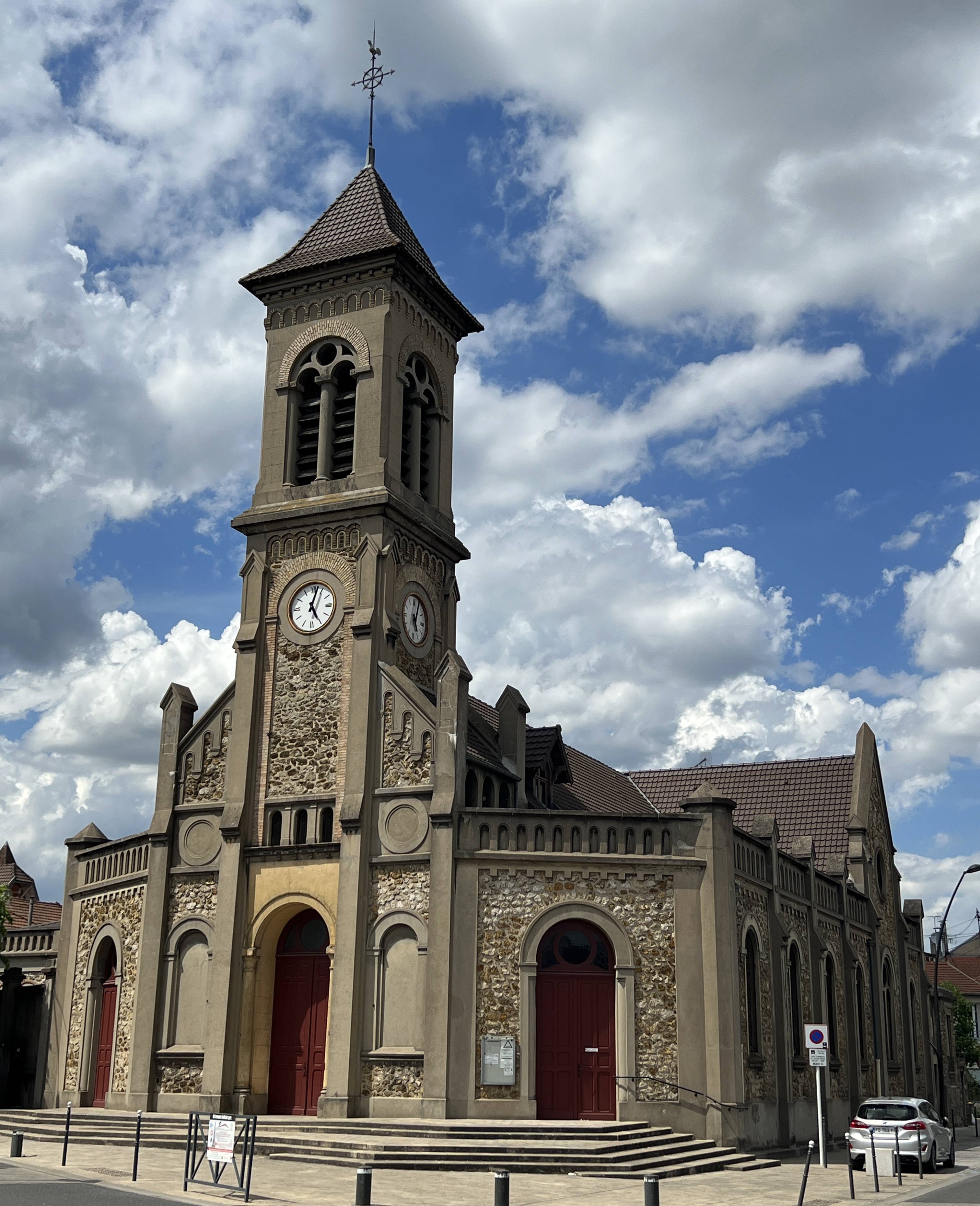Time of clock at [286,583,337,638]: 5:02
